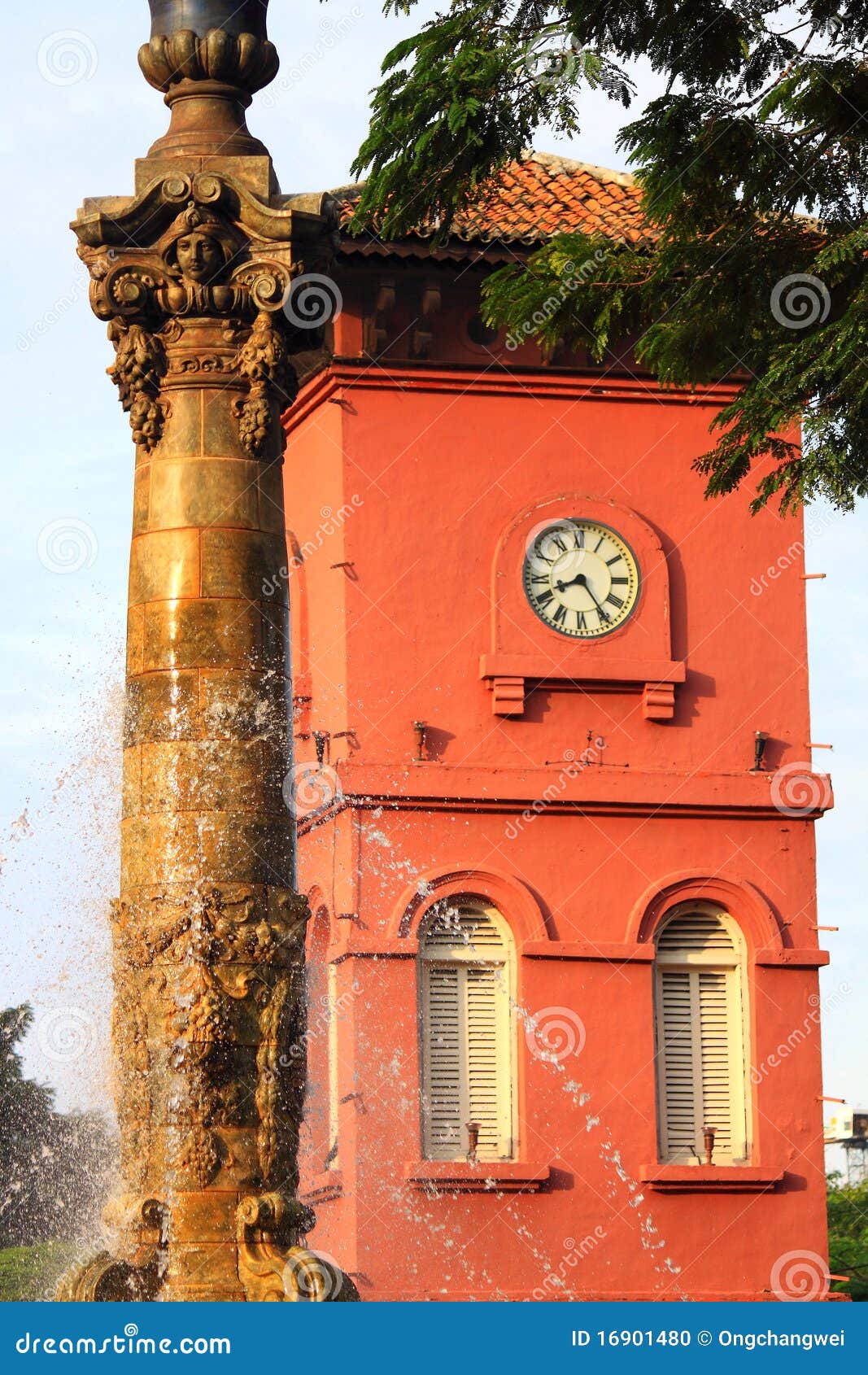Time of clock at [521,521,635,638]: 8:24
